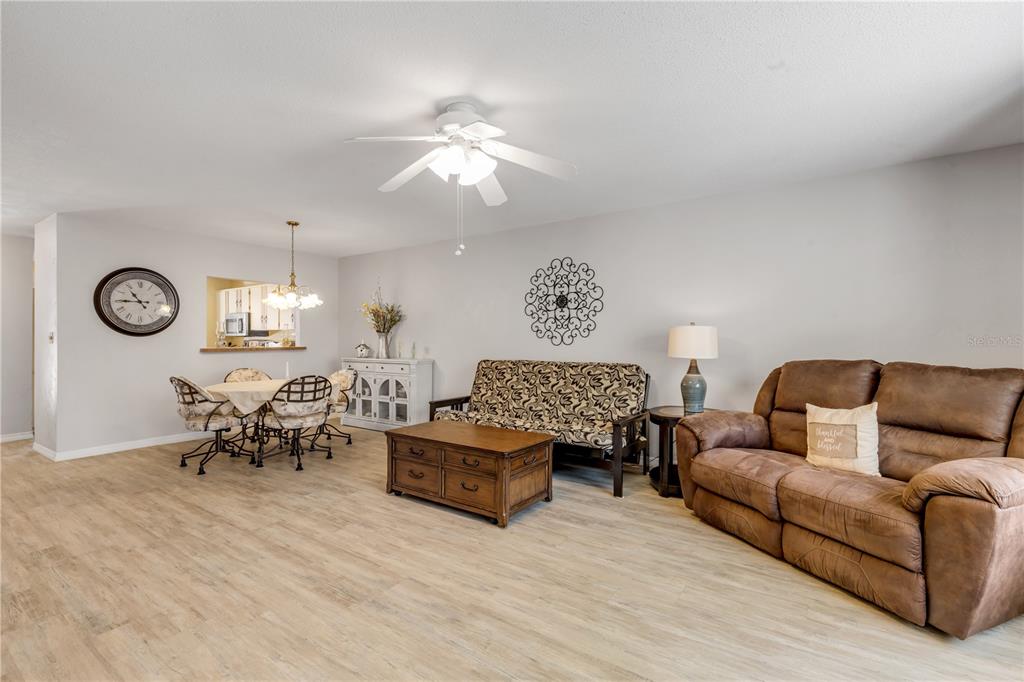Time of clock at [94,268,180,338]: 10:45
